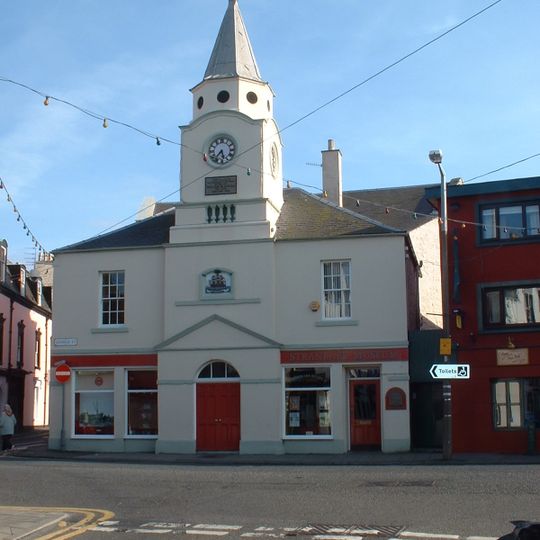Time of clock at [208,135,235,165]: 5:36
